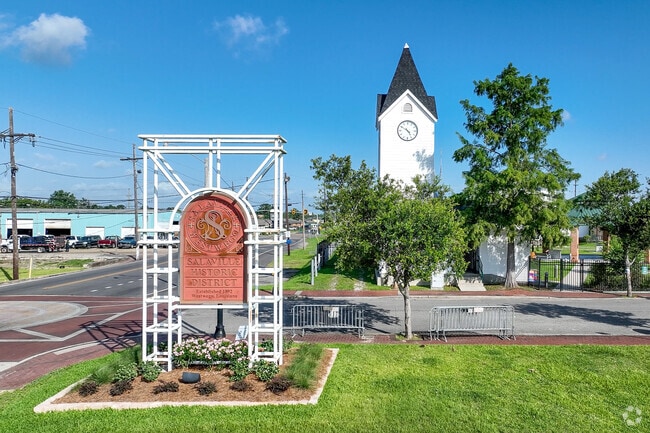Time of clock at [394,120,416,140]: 4:50
